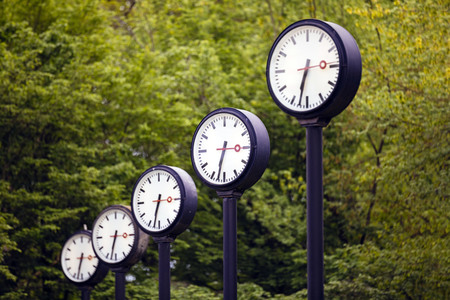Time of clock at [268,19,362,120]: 6:32
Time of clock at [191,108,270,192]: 6:32
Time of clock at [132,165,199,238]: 6:32
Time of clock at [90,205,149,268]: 6:32
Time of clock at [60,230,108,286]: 6:32
